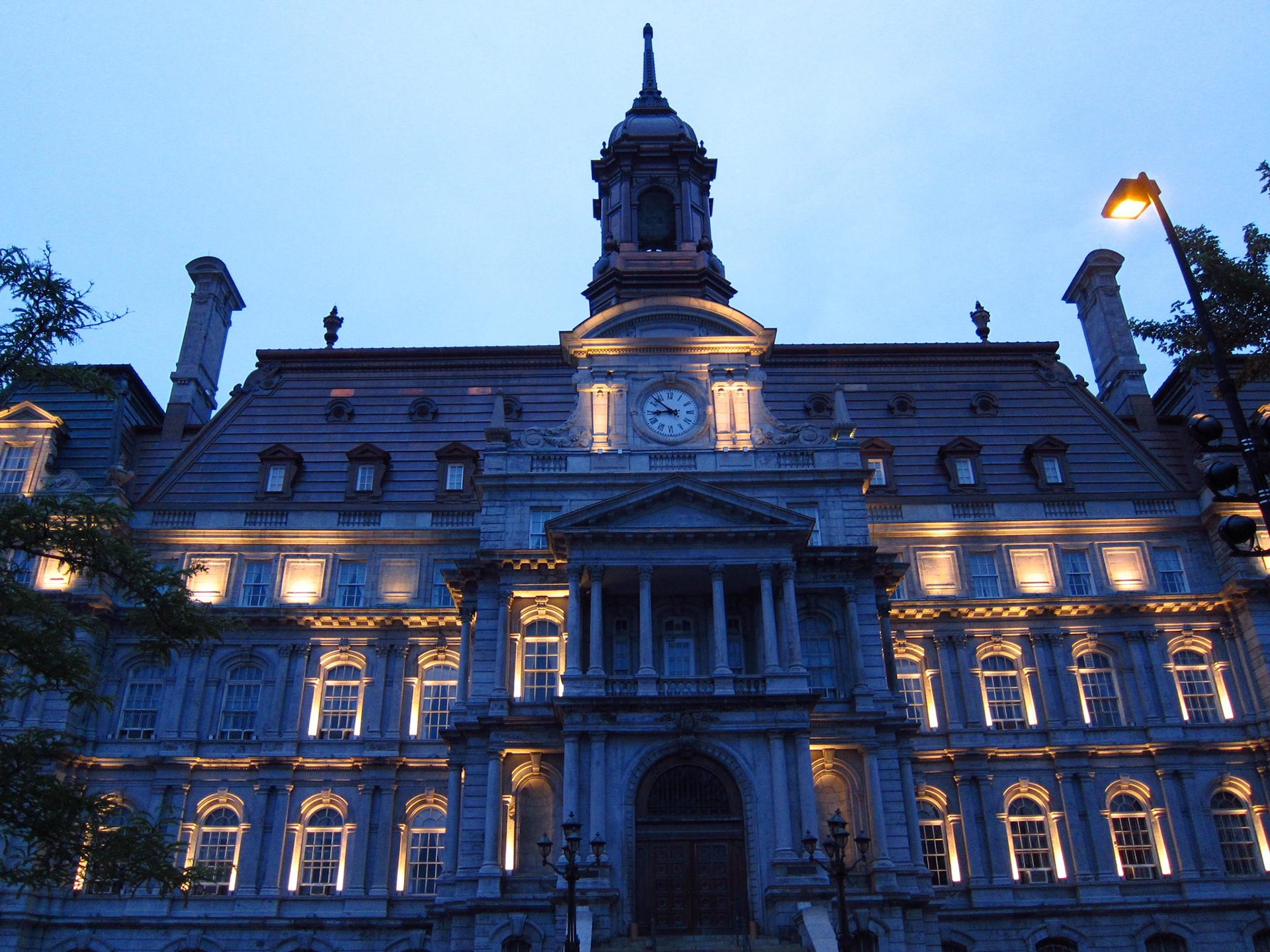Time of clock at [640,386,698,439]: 8:52
